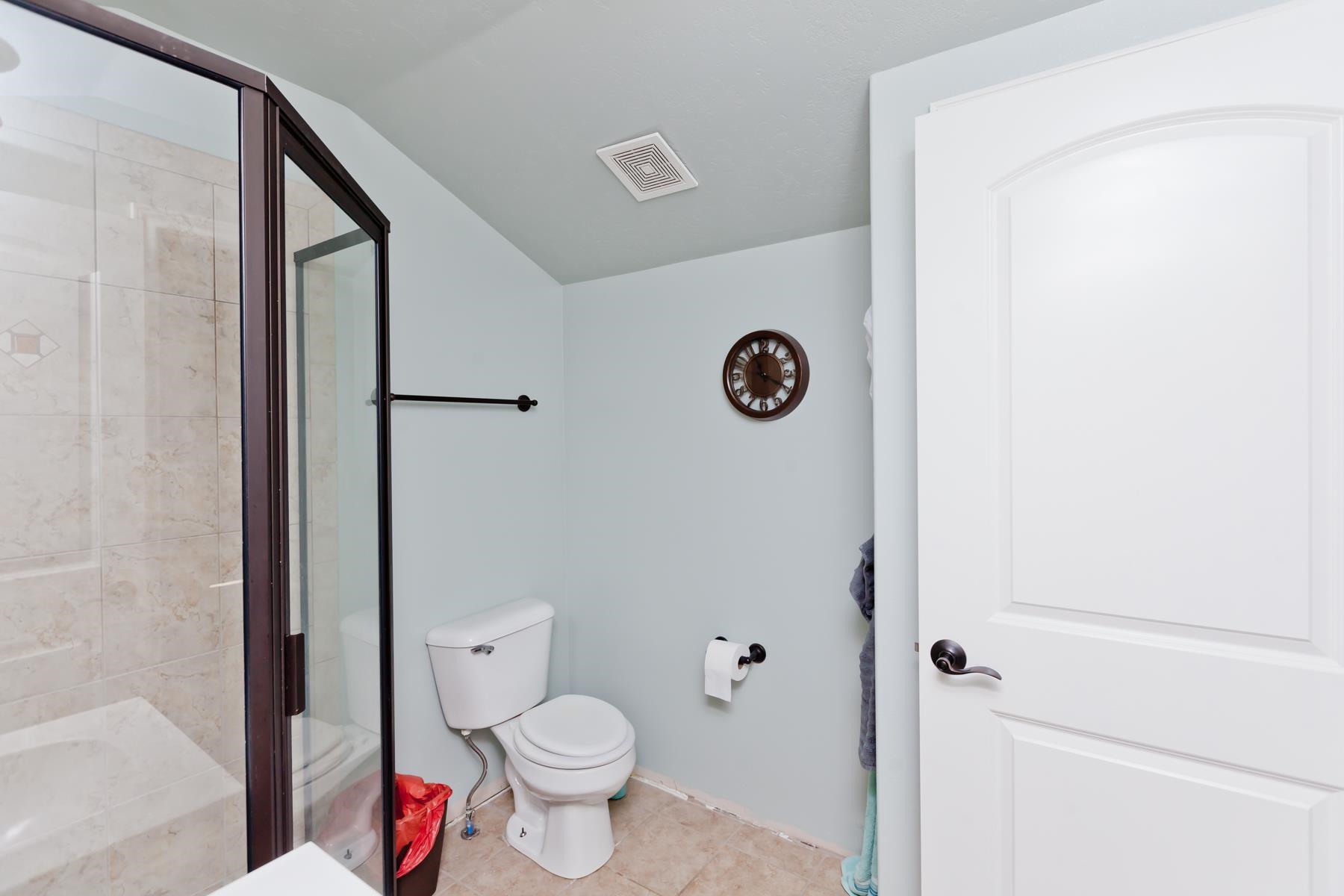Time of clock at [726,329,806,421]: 11:19
